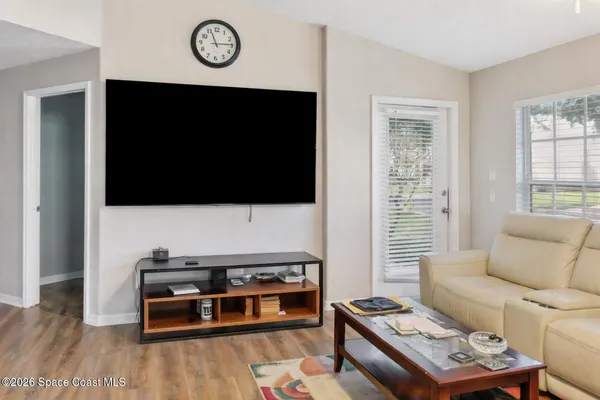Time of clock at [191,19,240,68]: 11:14
